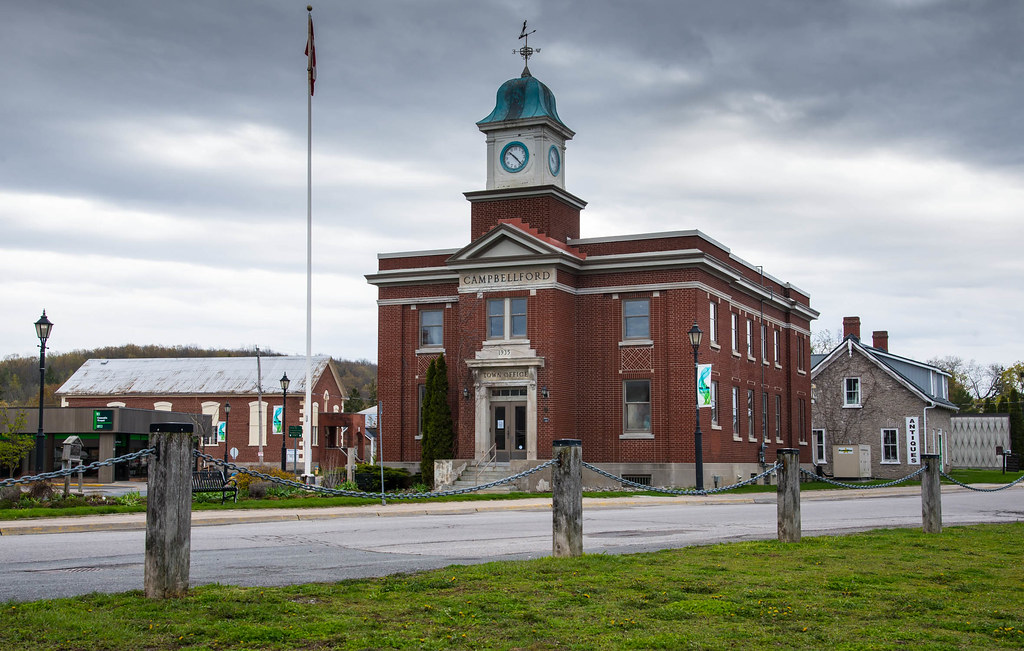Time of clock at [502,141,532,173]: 10:22
